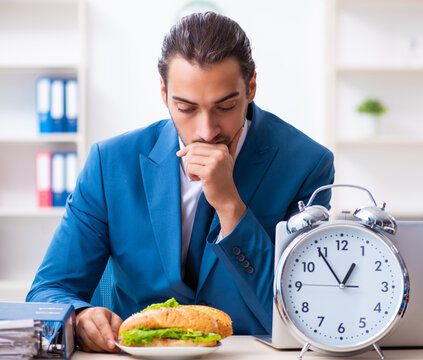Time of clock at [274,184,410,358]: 12:54
